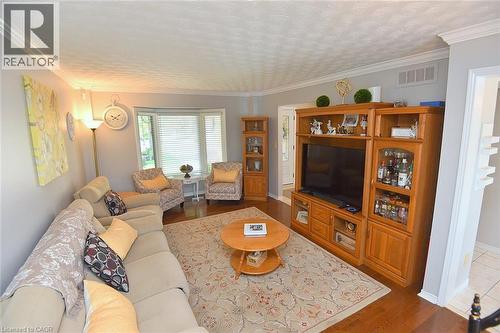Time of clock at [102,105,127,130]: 4:09
